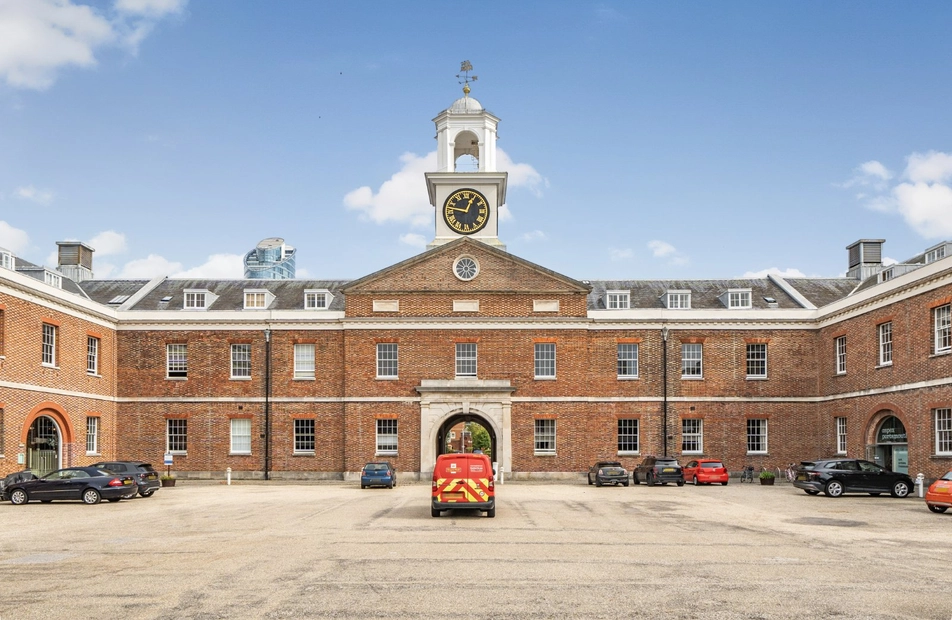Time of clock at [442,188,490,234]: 12:46
